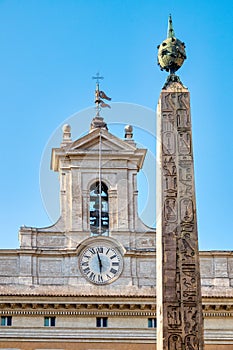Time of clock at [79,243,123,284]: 5:57
